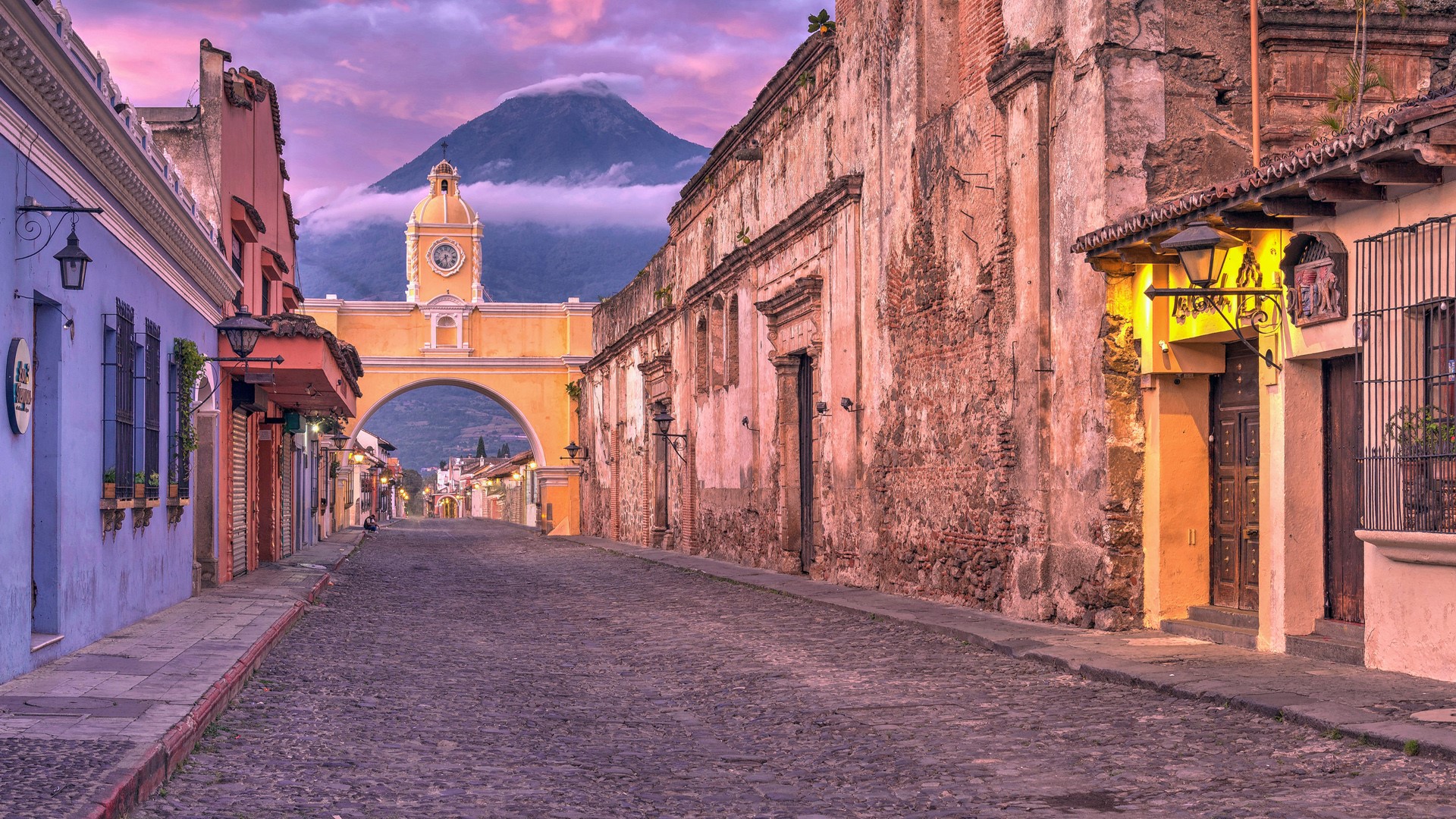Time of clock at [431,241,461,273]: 7:28
